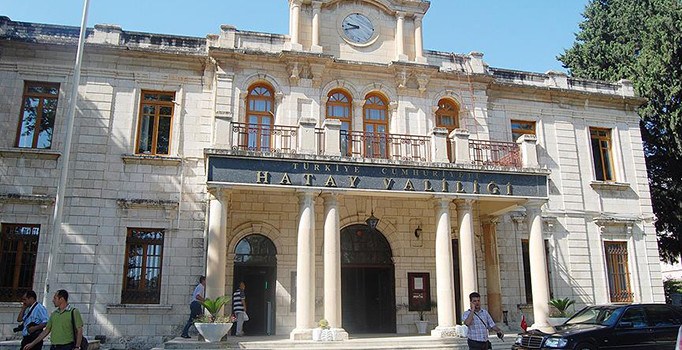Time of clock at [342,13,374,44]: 9:42
